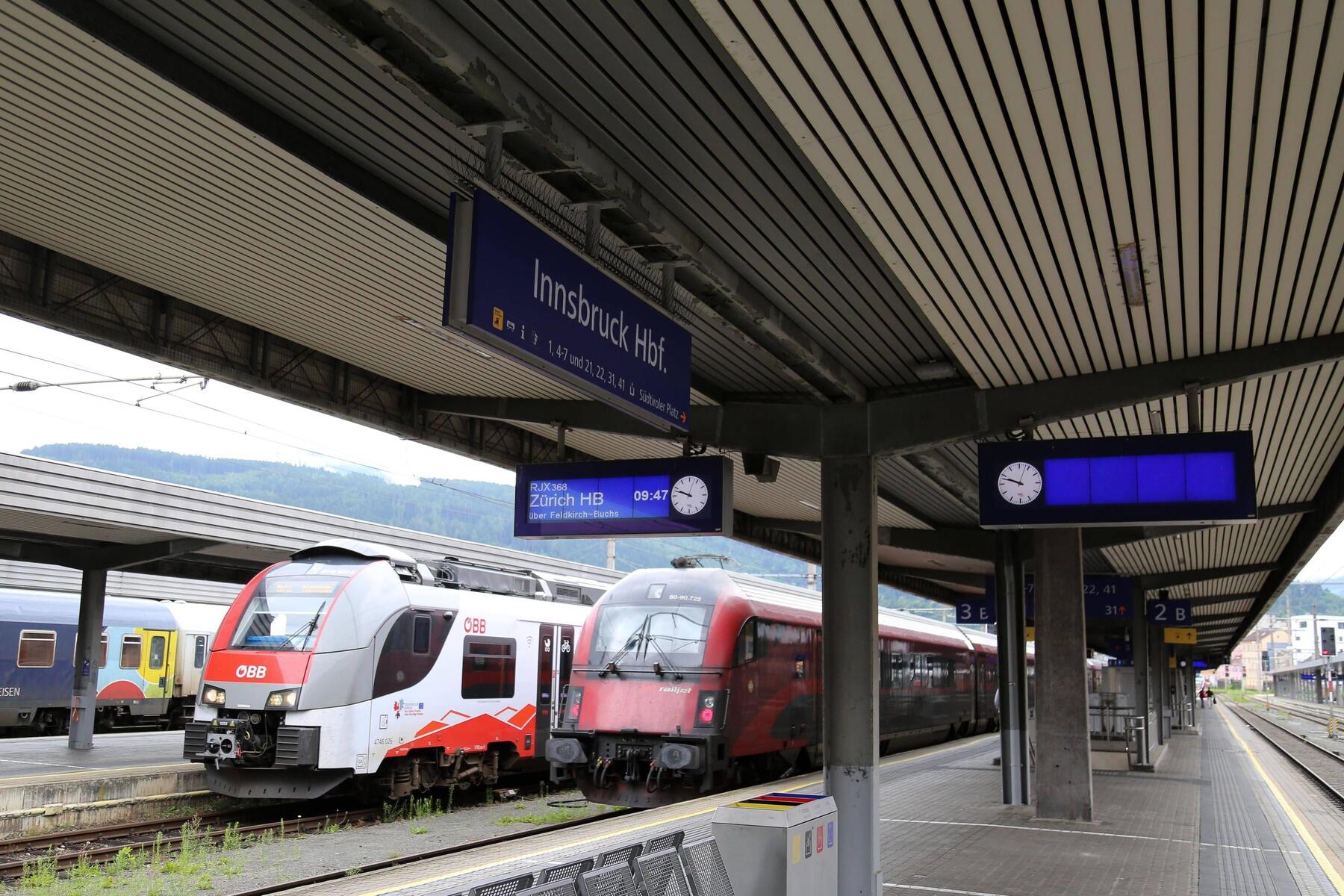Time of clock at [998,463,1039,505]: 9:48
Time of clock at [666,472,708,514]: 9:48
